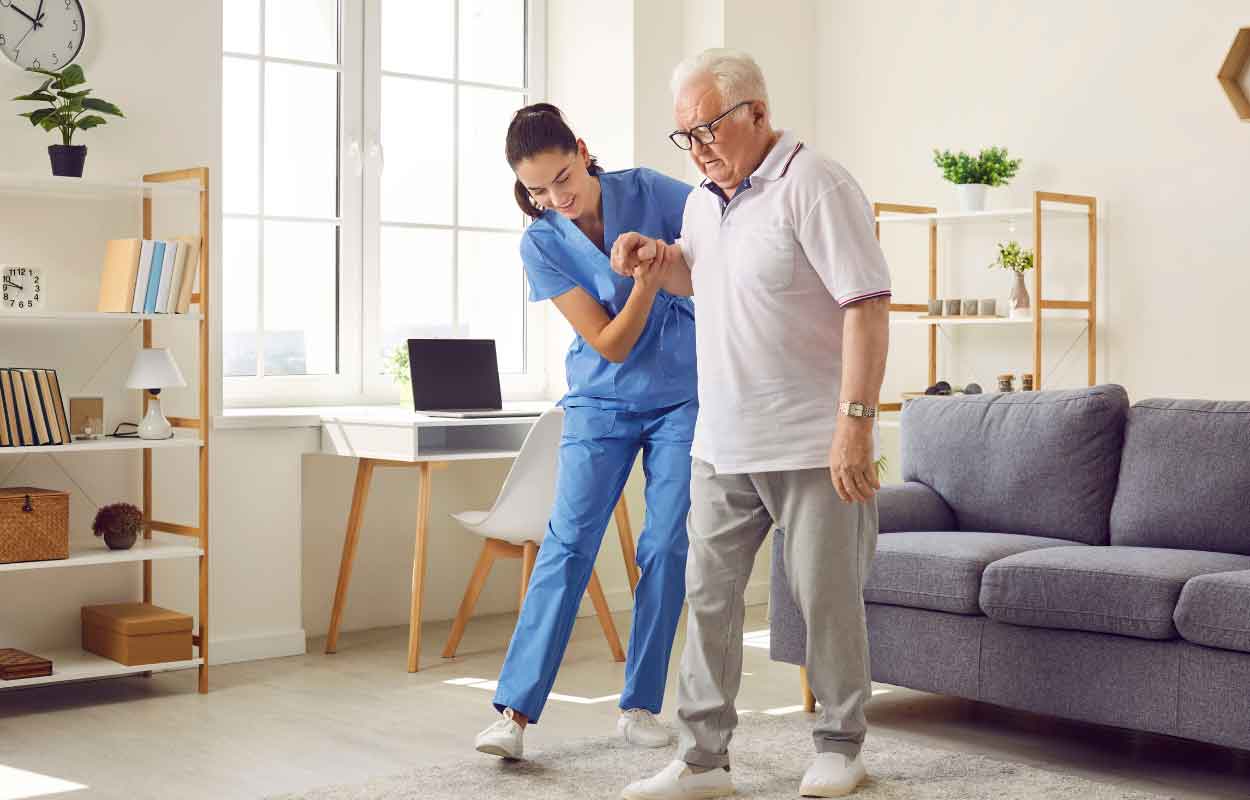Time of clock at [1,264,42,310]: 9:46
